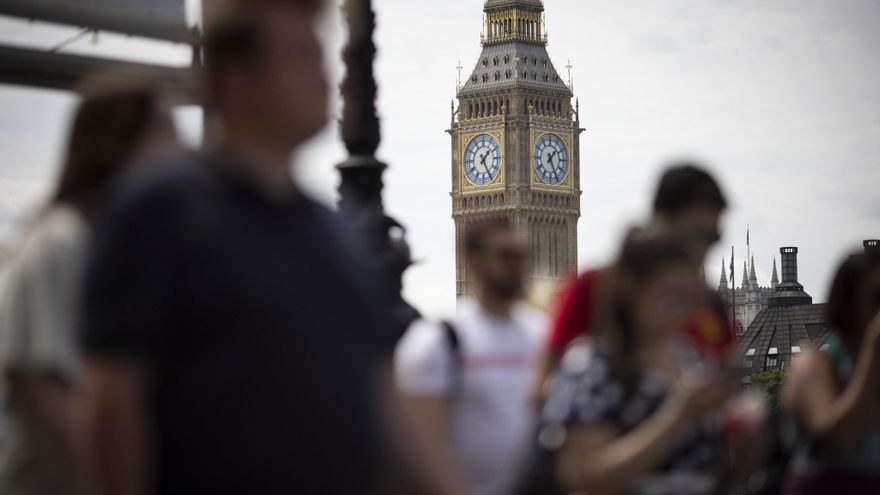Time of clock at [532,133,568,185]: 1:25
